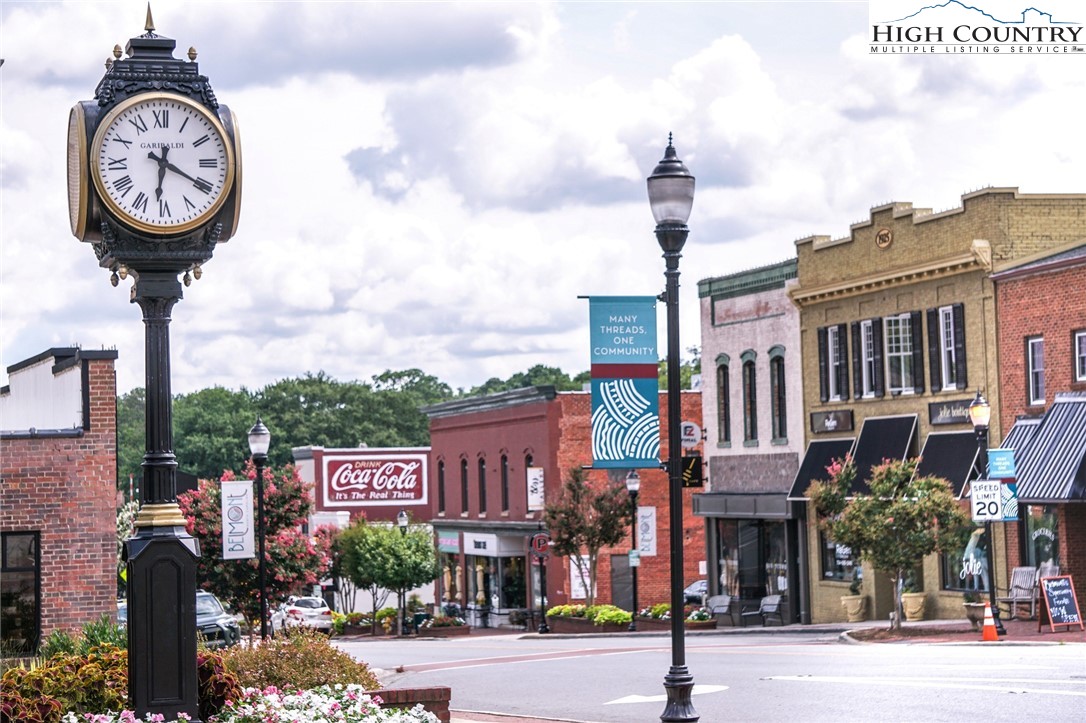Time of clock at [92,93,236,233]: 6:20
